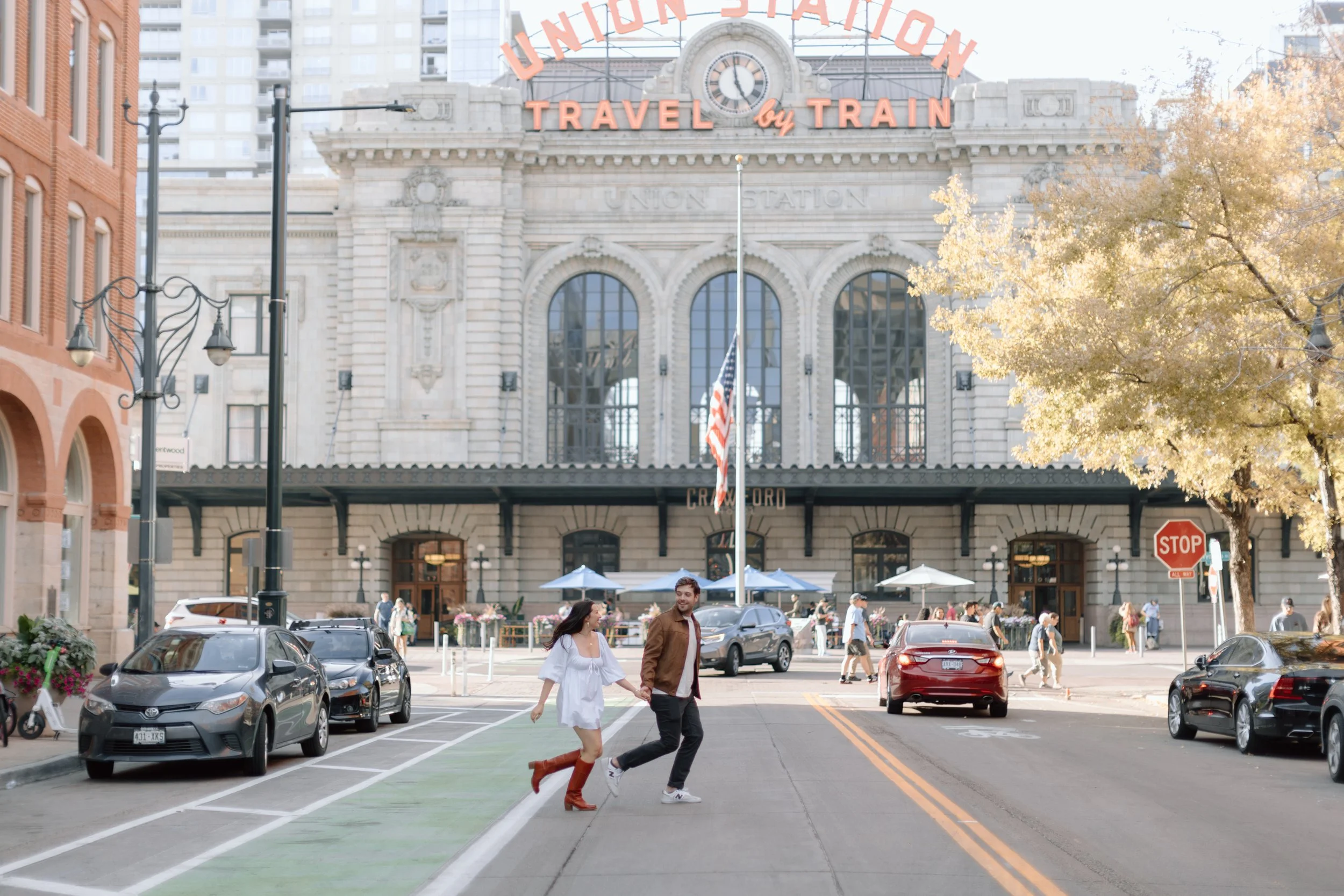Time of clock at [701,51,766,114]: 4:58
